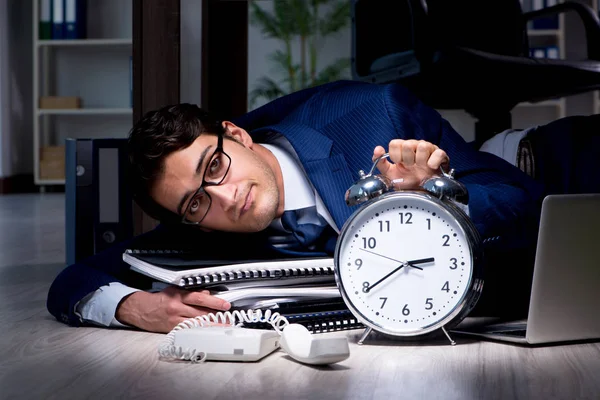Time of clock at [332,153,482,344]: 2:39
